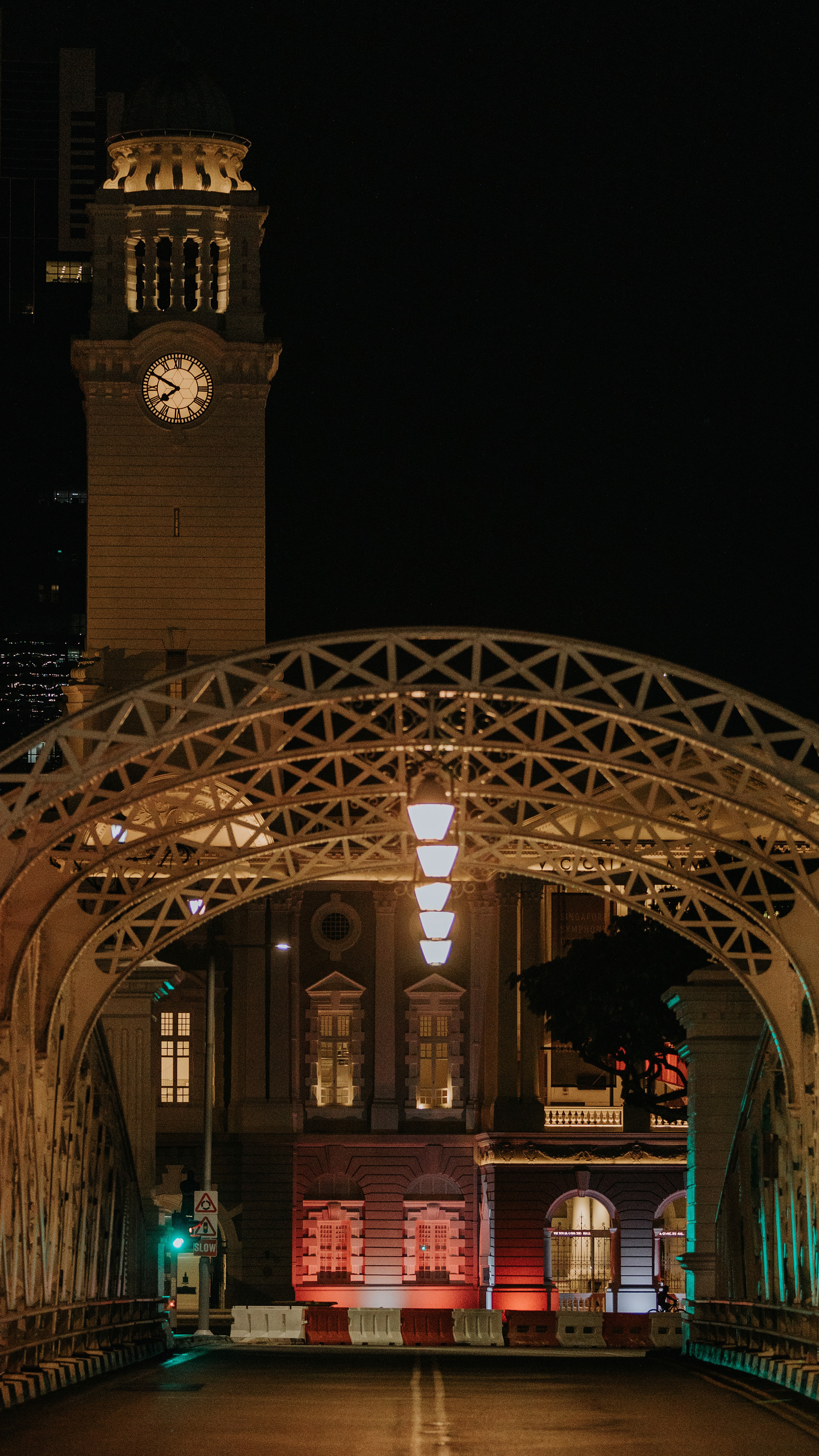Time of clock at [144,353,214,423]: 7:49
